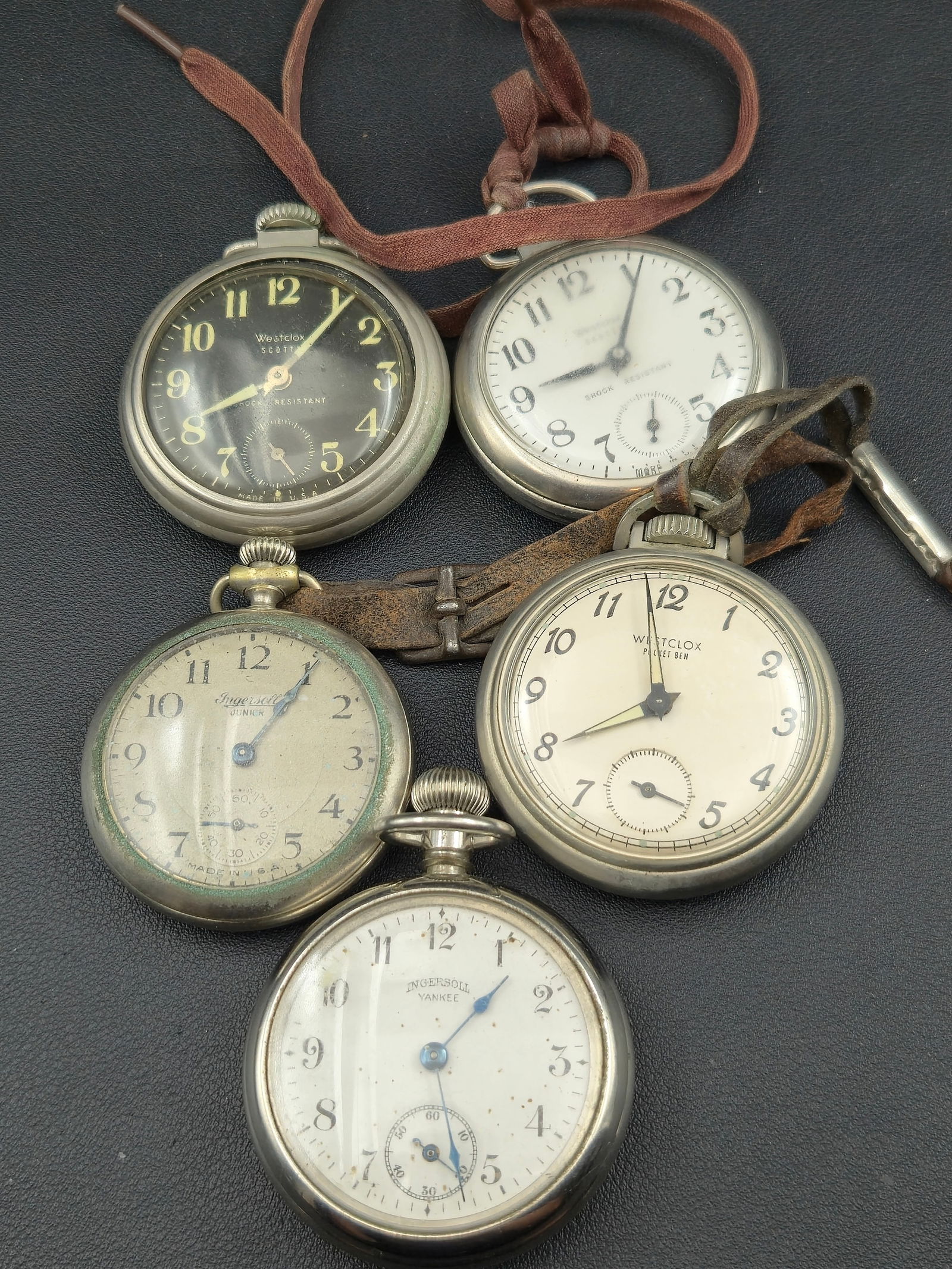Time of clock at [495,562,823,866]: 7:58
